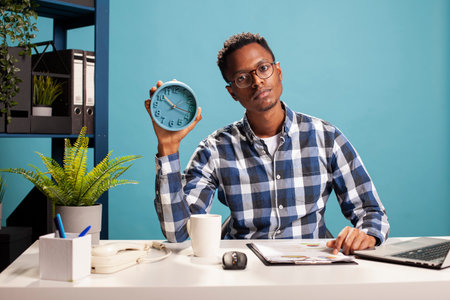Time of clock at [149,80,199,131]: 10:17
